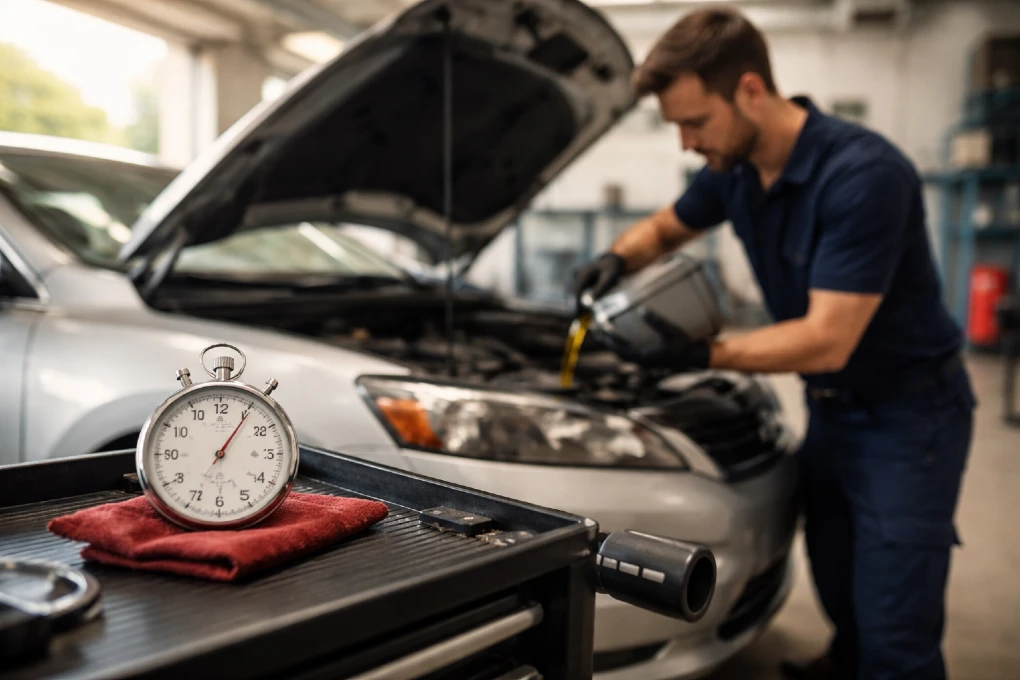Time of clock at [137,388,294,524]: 1:05
